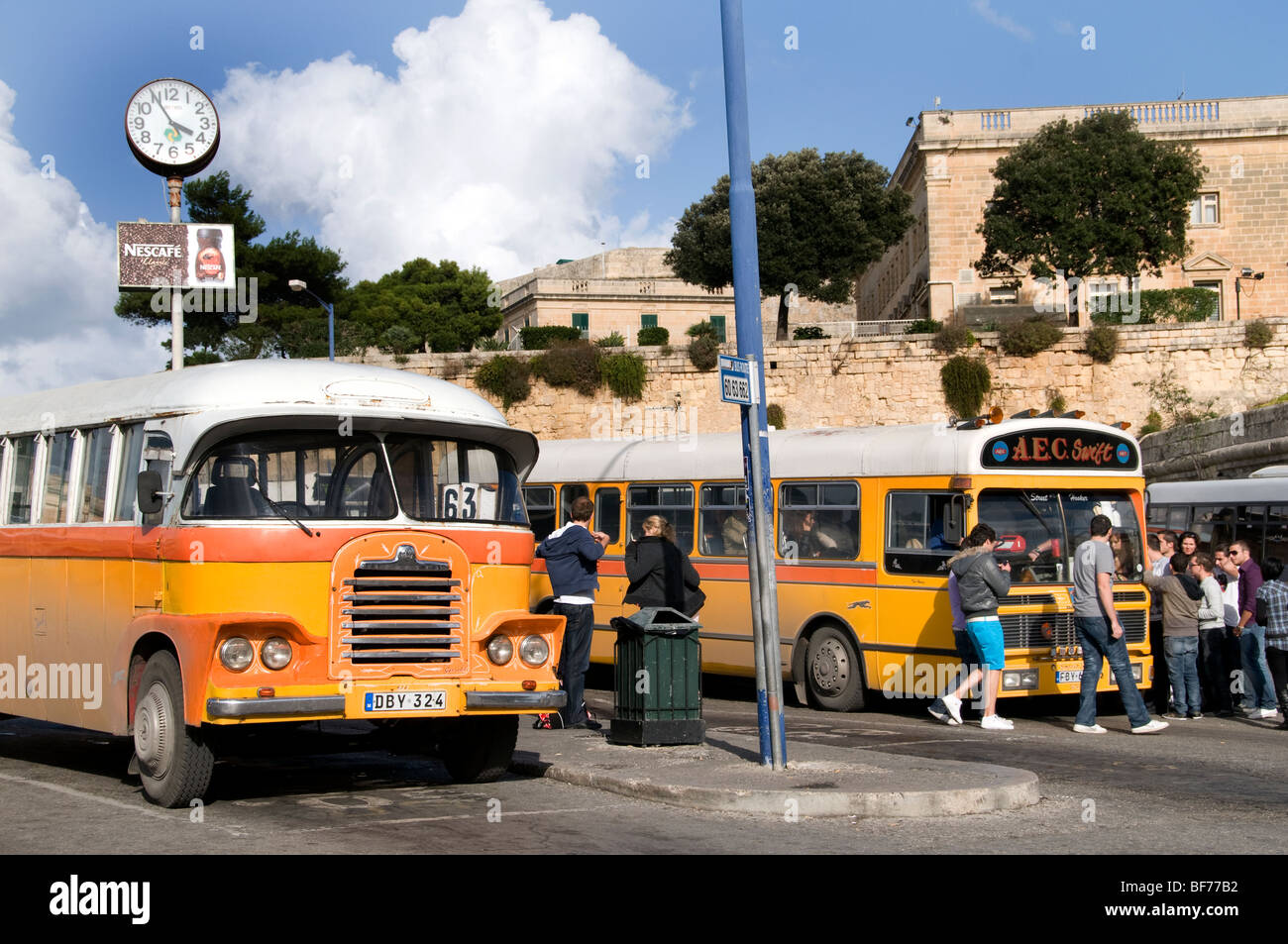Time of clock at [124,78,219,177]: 3:55
